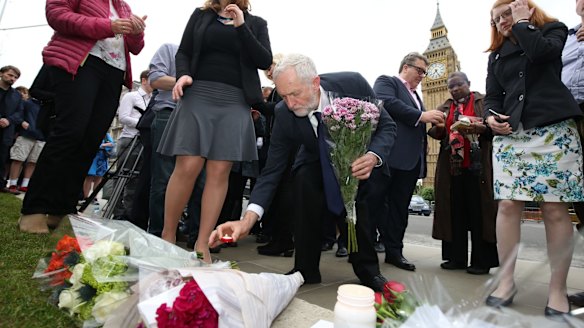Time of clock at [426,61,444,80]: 7:25
